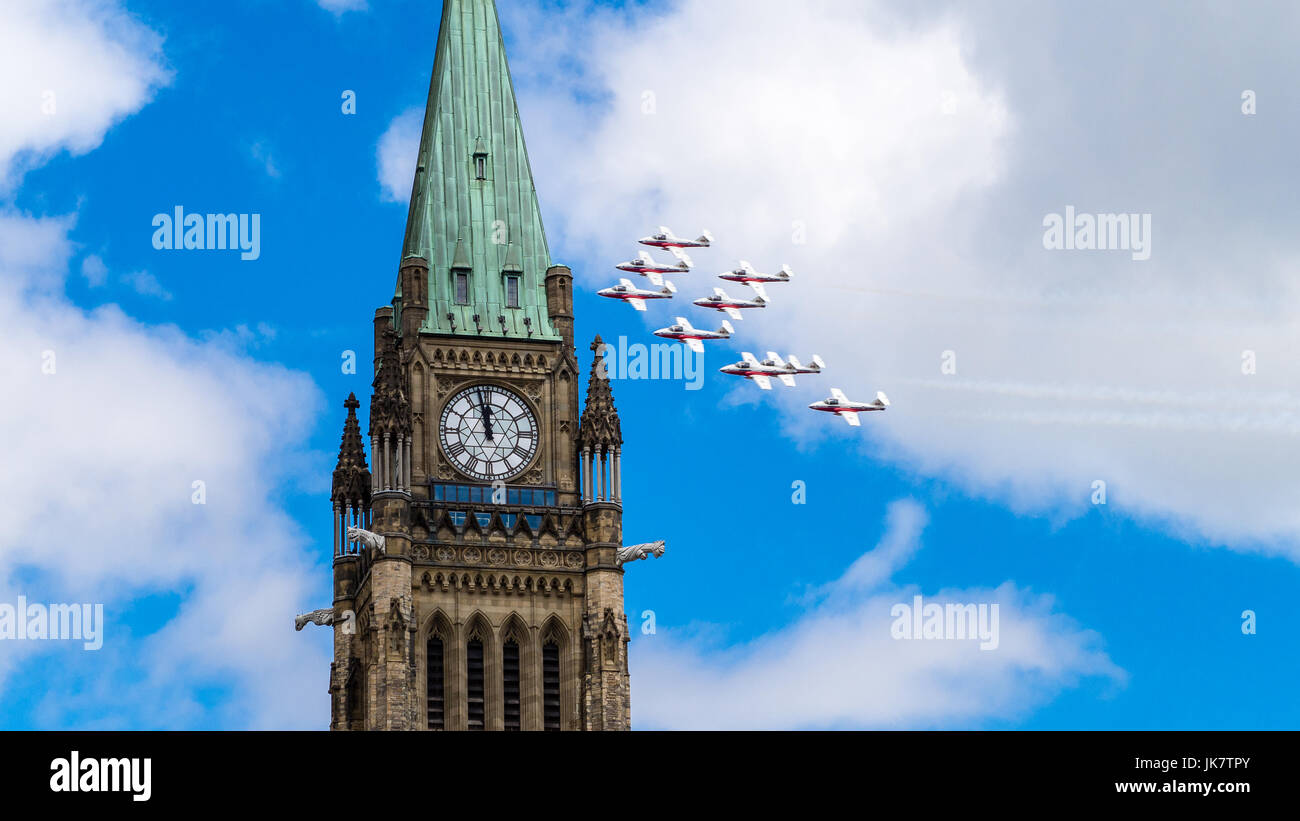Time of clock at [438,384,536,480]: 11:57
